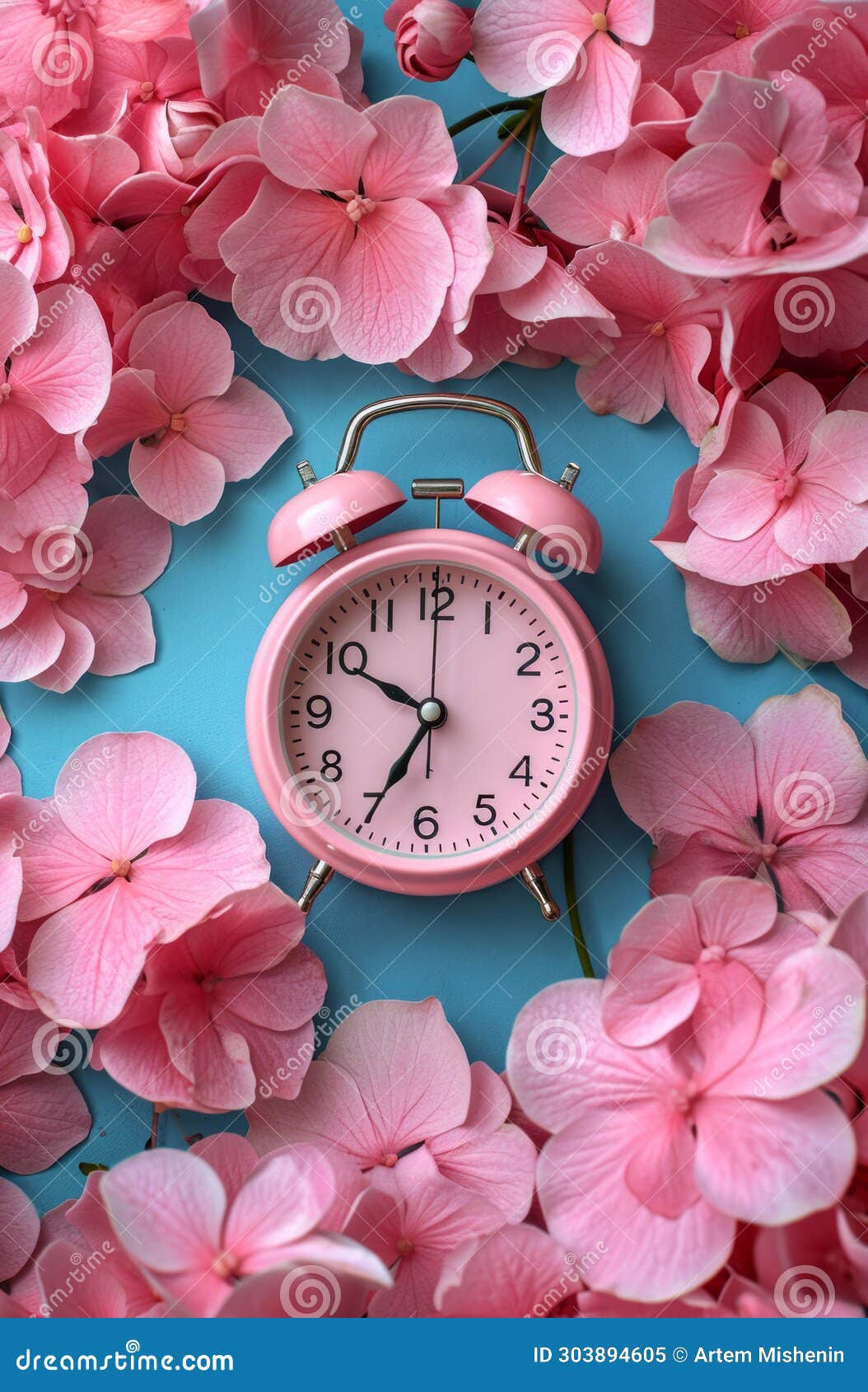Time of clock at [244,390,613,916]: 6:50
